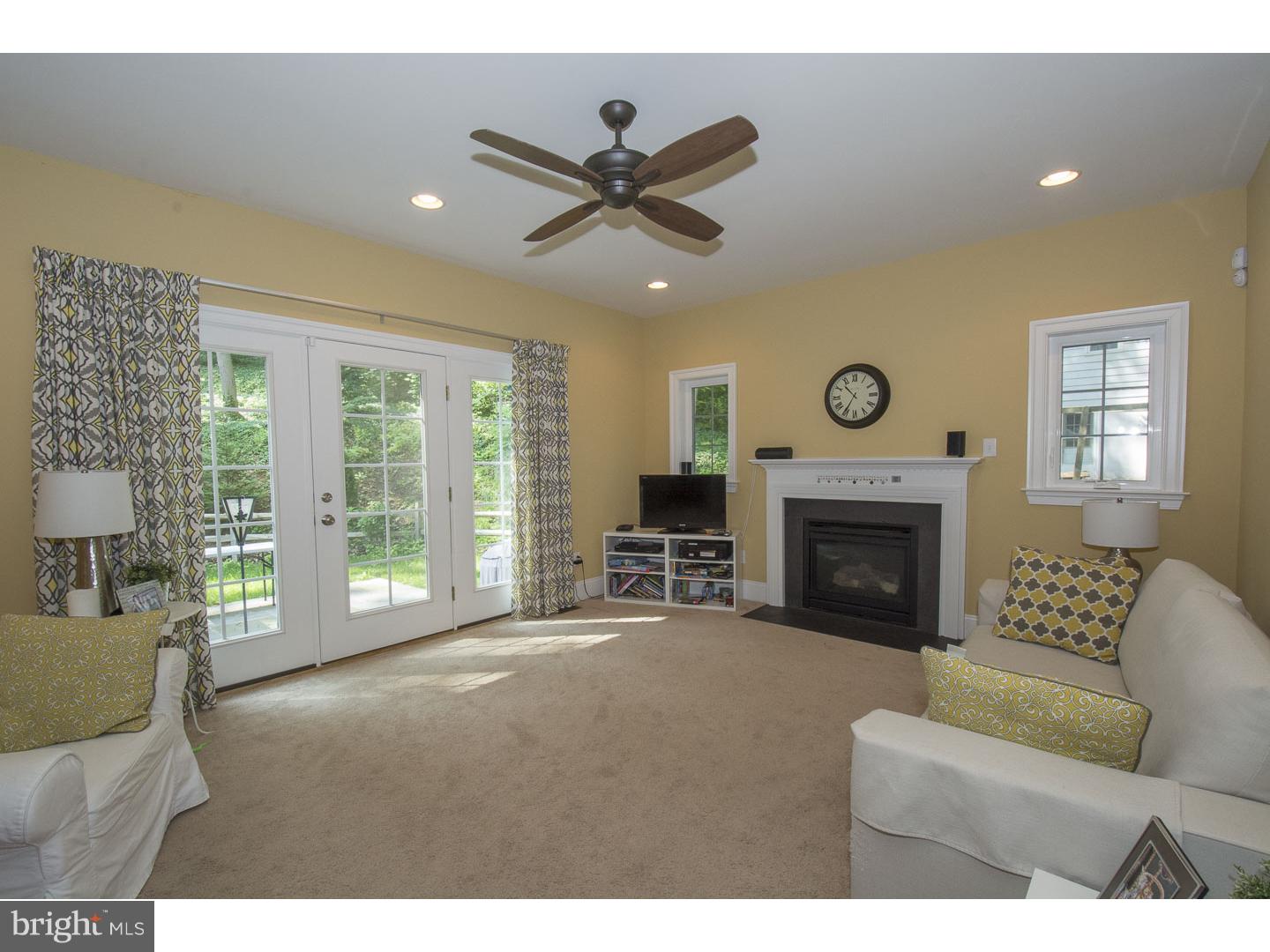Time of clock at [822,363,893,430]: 10:35
